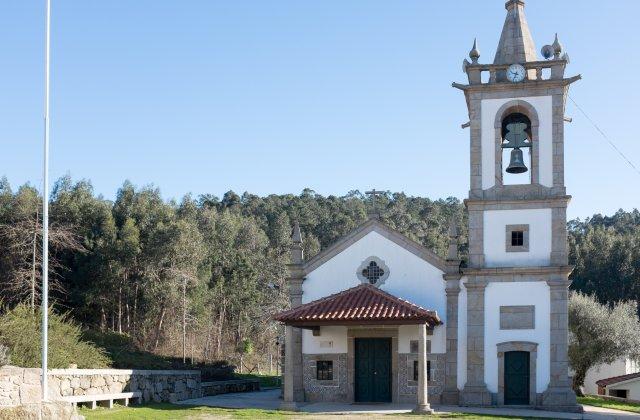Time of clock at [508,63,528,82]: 9:33
